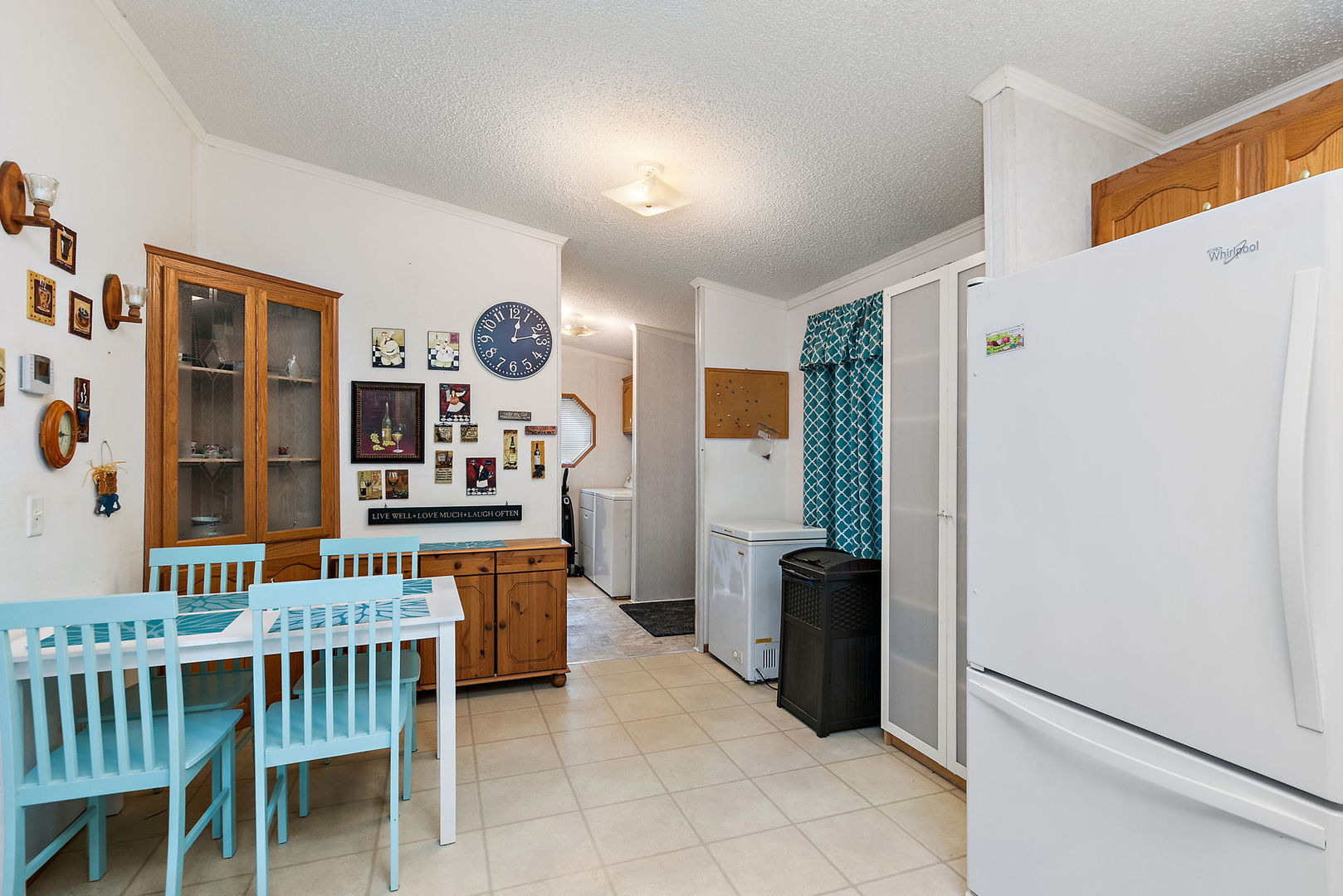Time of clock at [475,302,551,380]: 12:12
